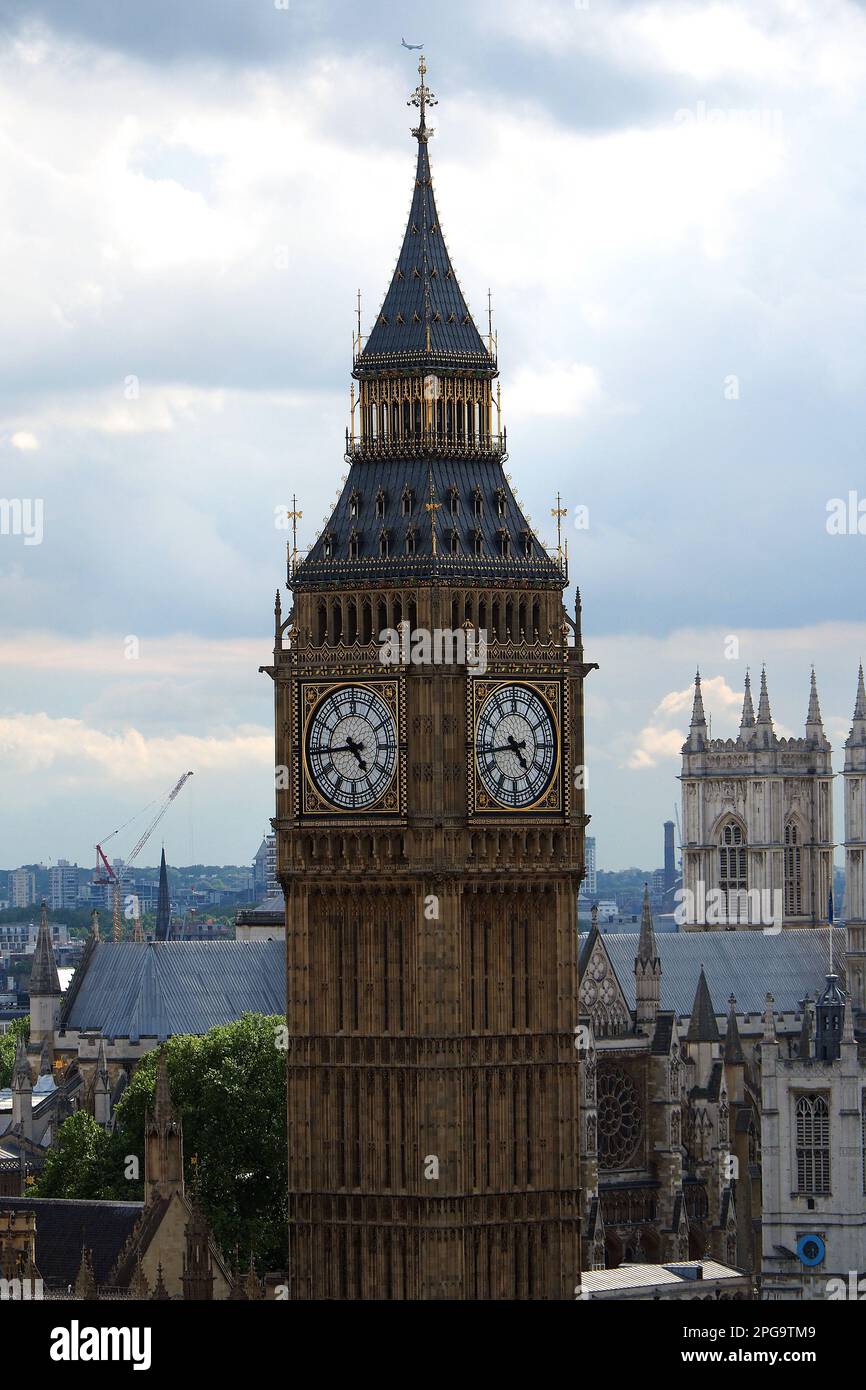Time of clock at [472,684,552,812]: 4:43
